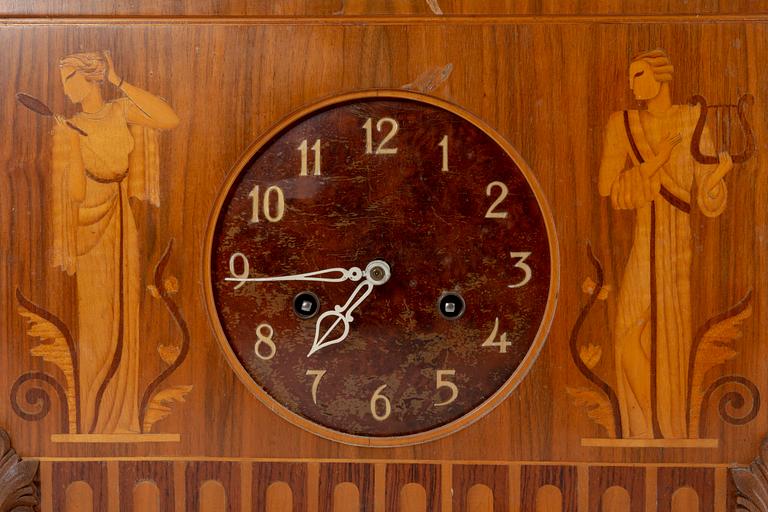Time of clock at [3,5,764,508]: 7:44
